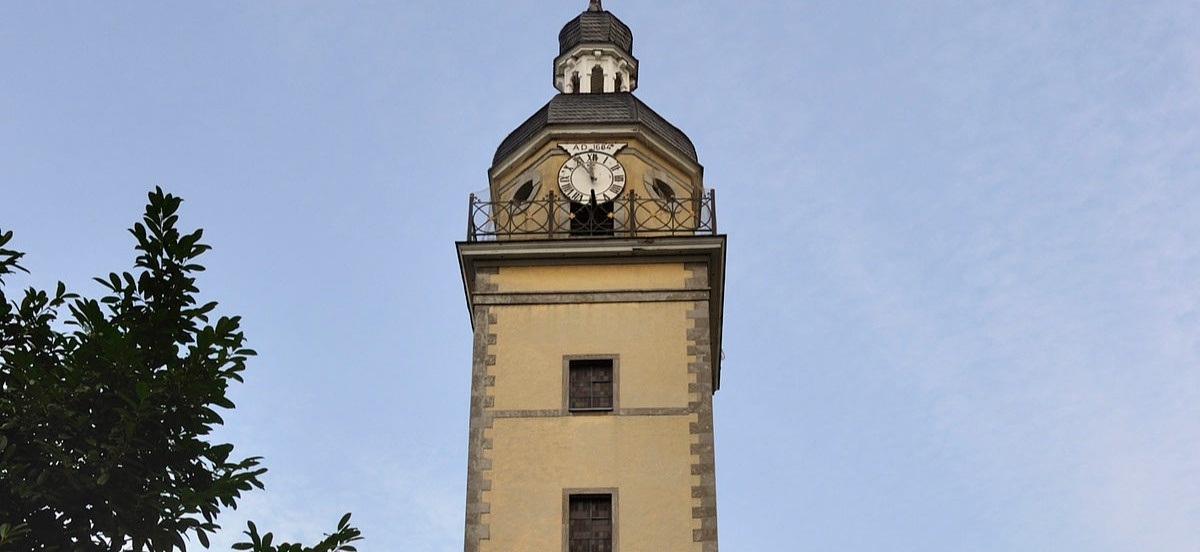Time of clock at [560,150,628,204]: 11:53
